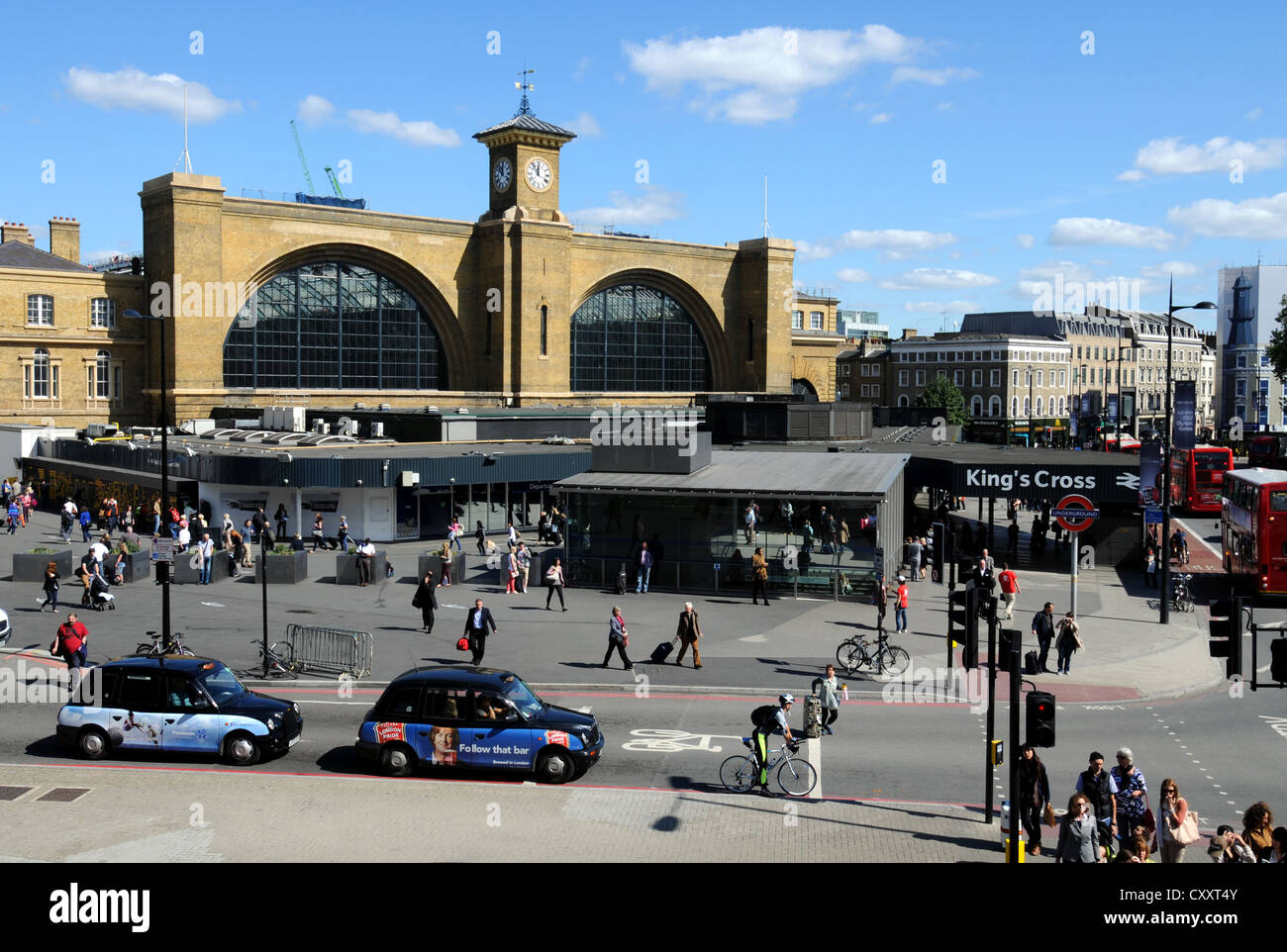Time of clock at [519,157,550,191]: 11:53
